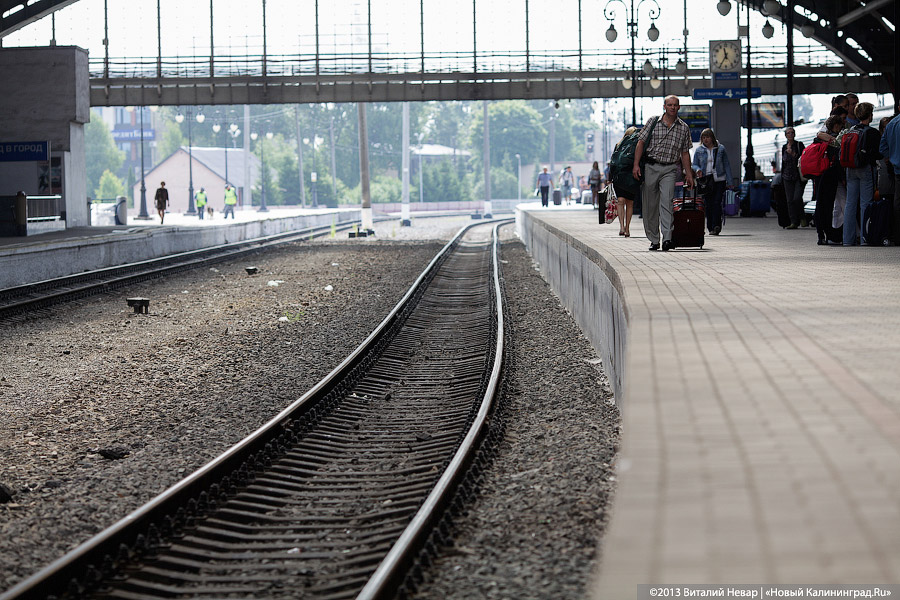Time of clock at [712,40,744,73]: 11:35
